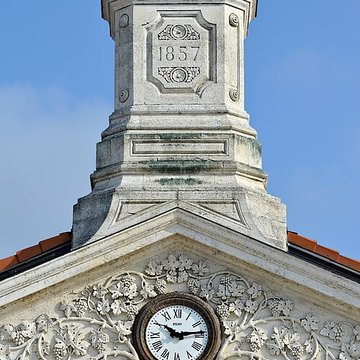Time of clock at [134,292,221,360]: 10:13
